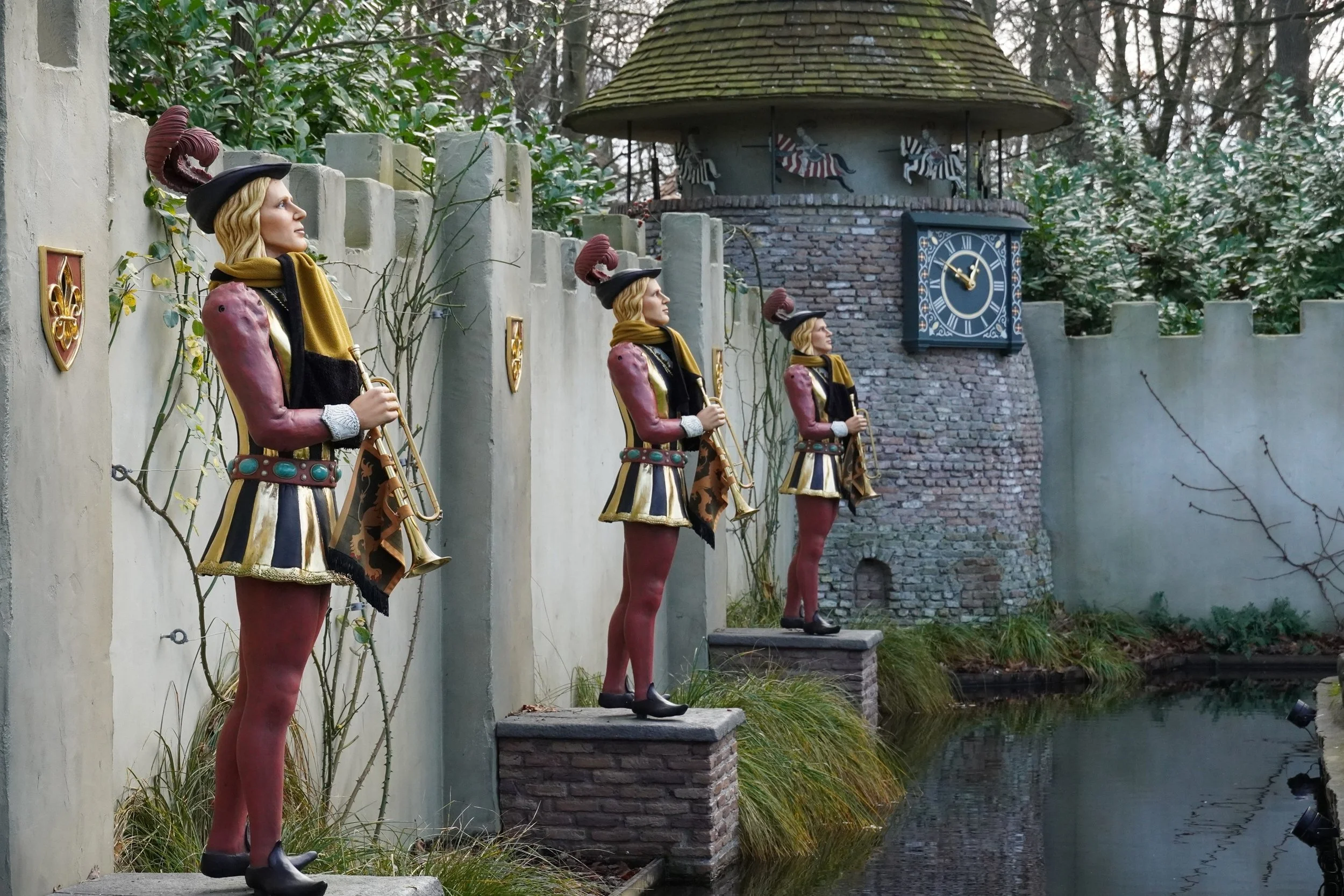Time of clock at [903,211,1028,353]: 12:49
